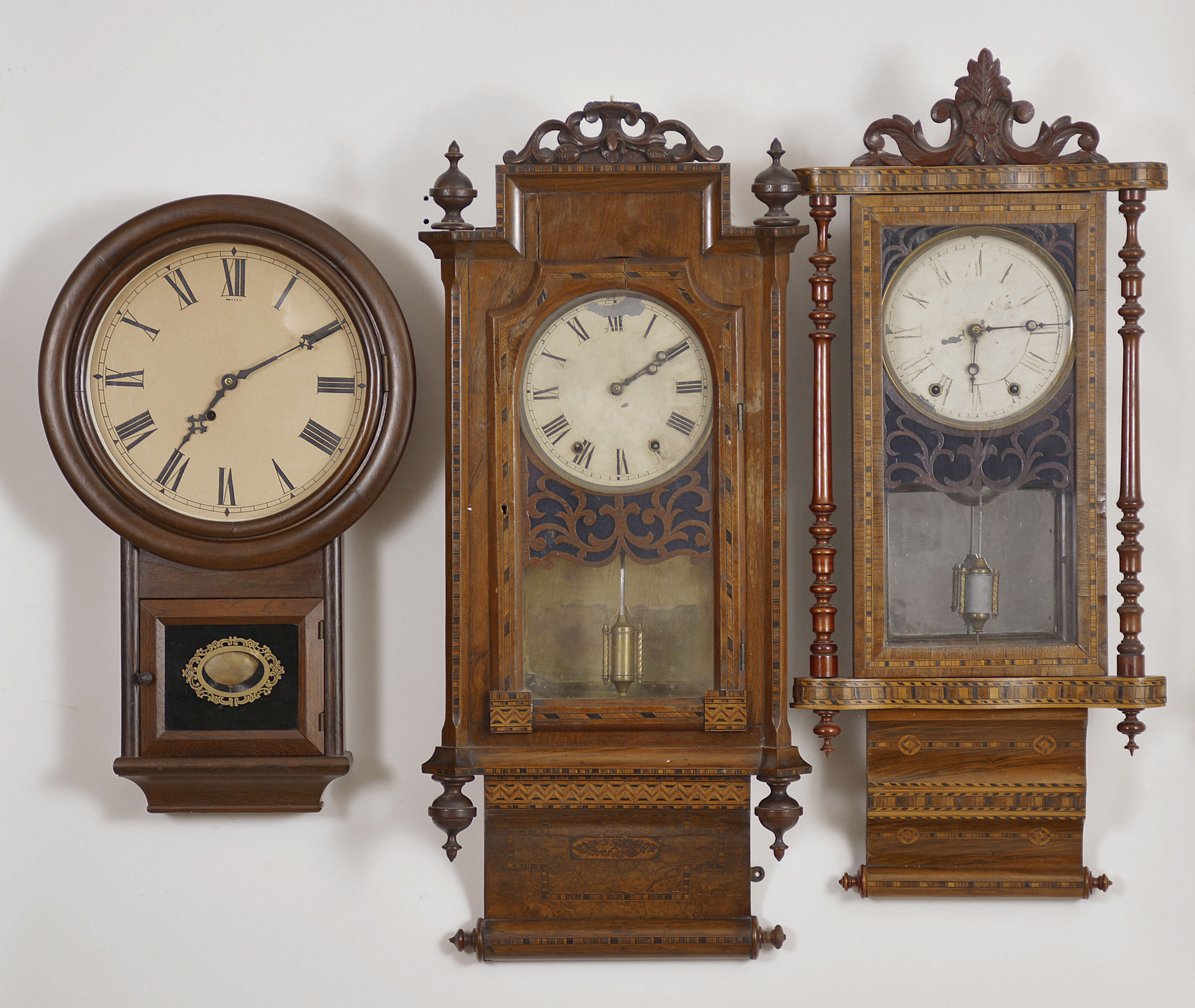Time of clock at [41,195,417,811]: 7:09
